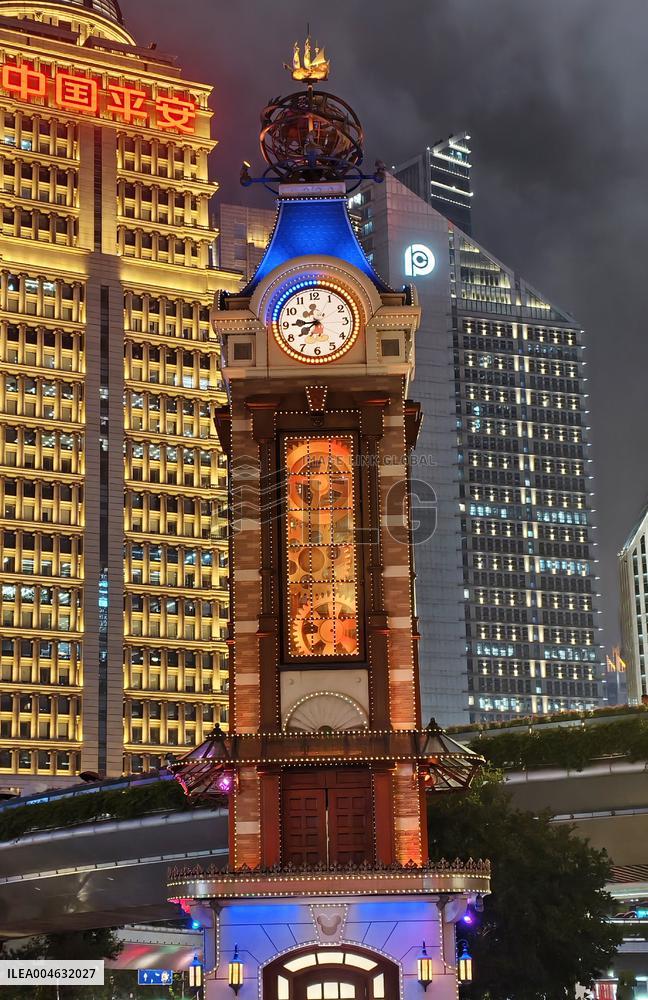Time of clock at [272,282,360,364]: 7:44
